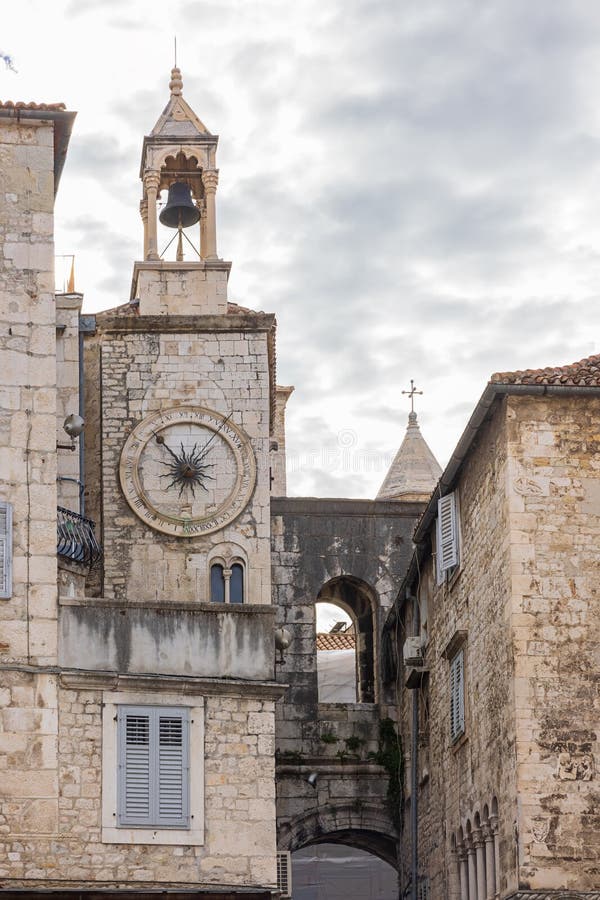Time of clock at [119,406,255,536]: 12:53
